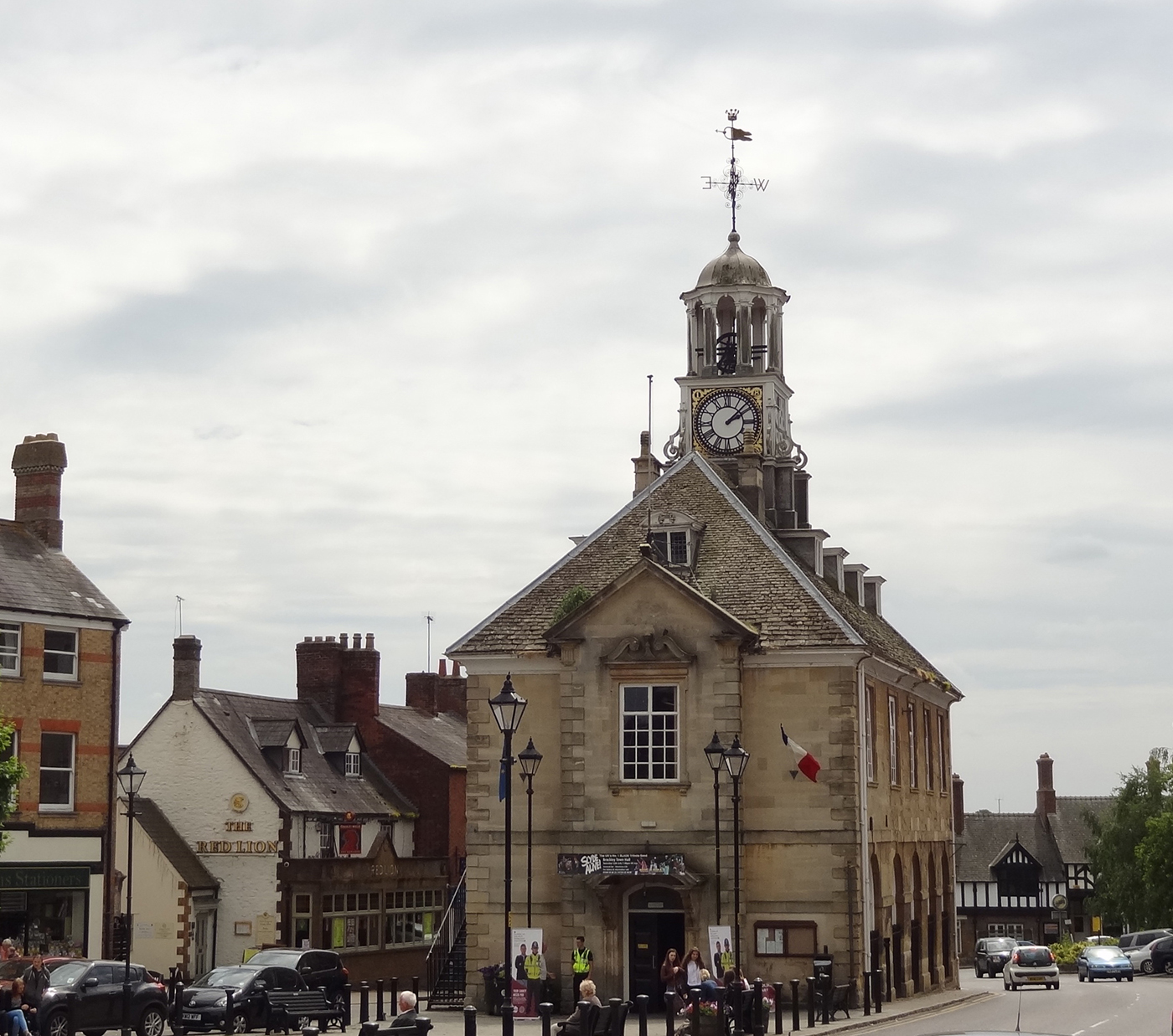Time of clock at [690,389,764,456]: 2:07
